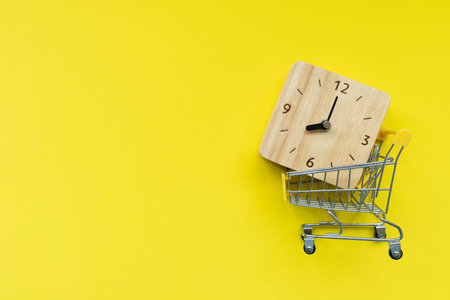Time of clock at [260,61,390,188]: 8:00
